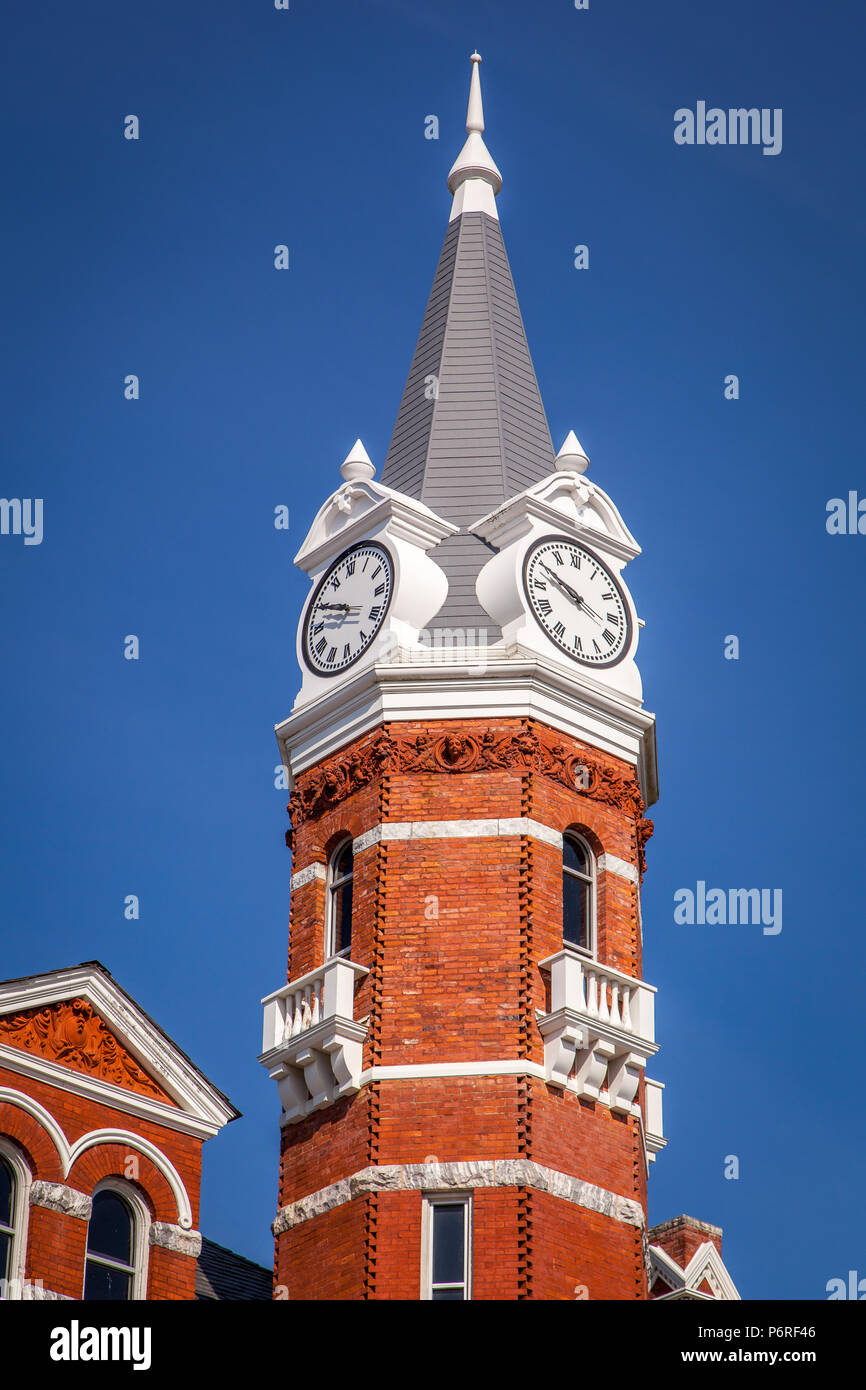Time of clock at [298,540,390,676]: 9:49
